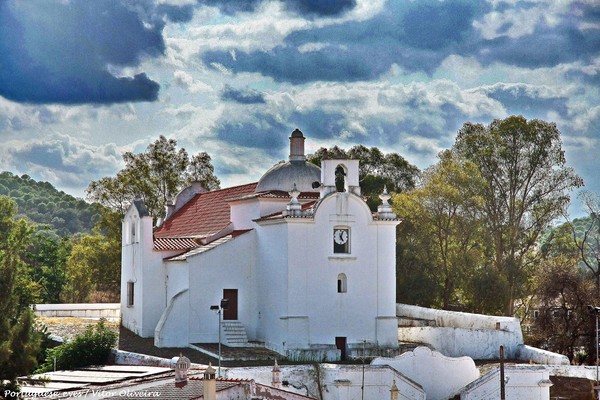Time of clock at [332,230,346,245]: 5:03
